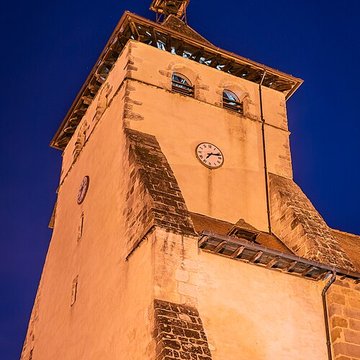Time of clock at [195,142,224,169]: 7:12
